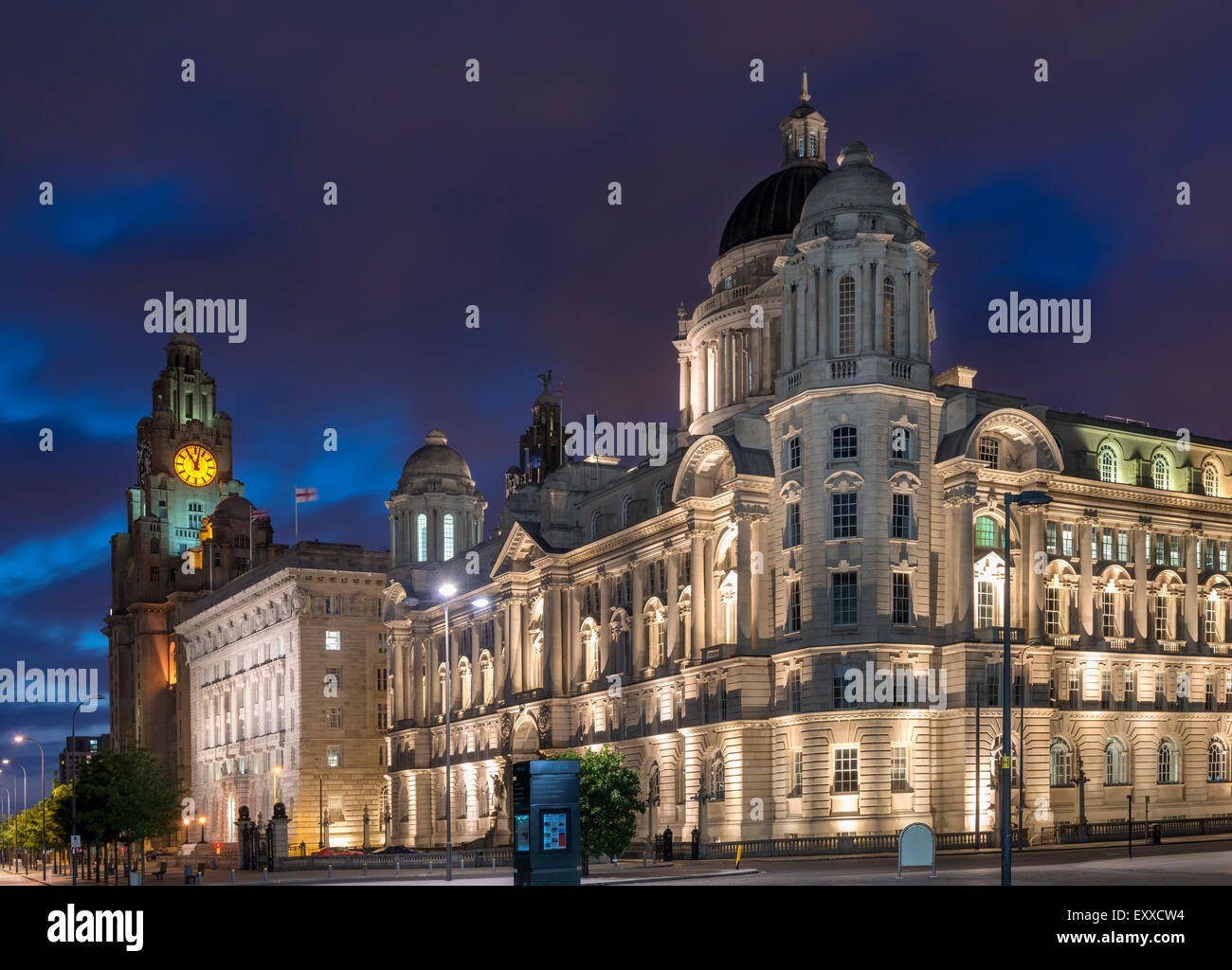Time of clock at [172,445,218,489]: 11:02
